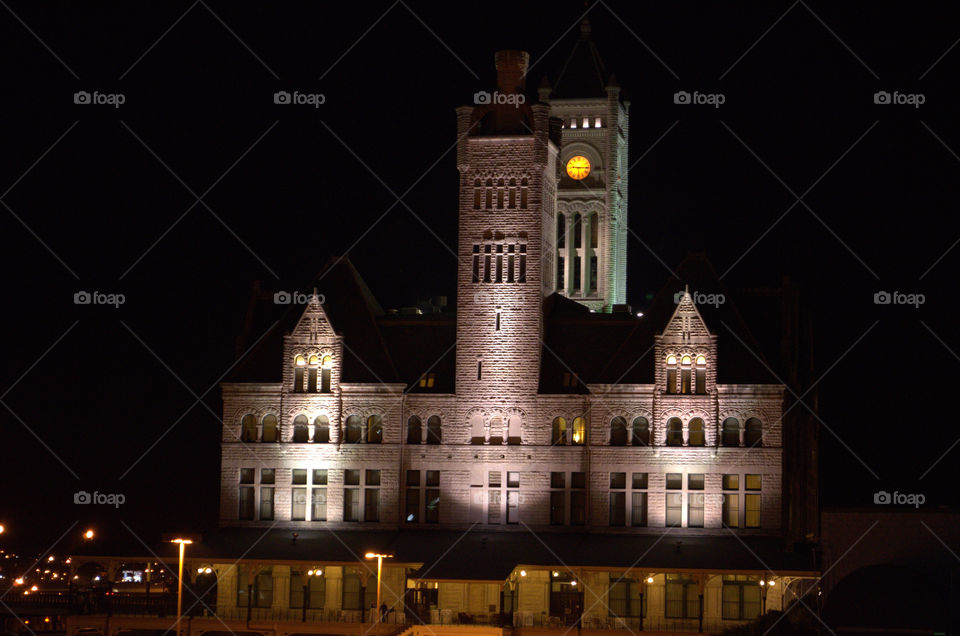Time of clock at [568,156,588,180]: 9:14
